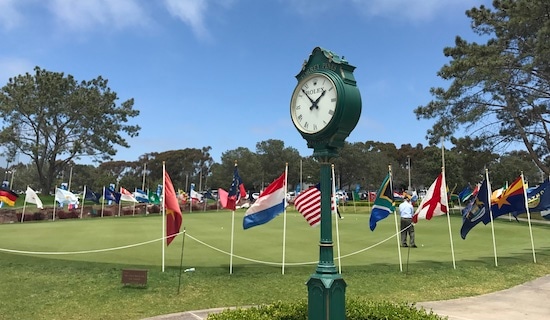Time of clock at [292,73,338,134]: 1:52
